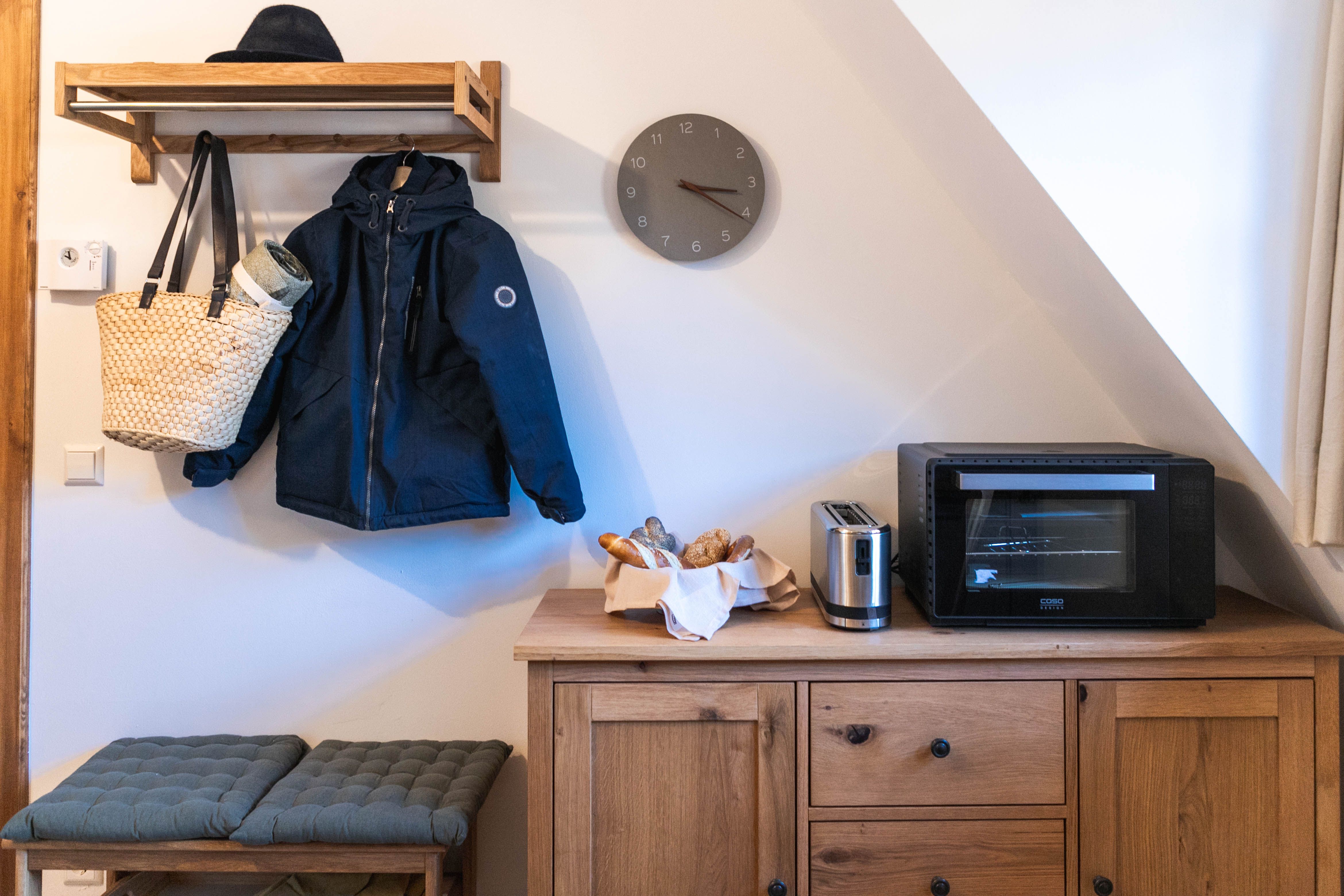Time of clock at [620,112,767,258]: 3:20
